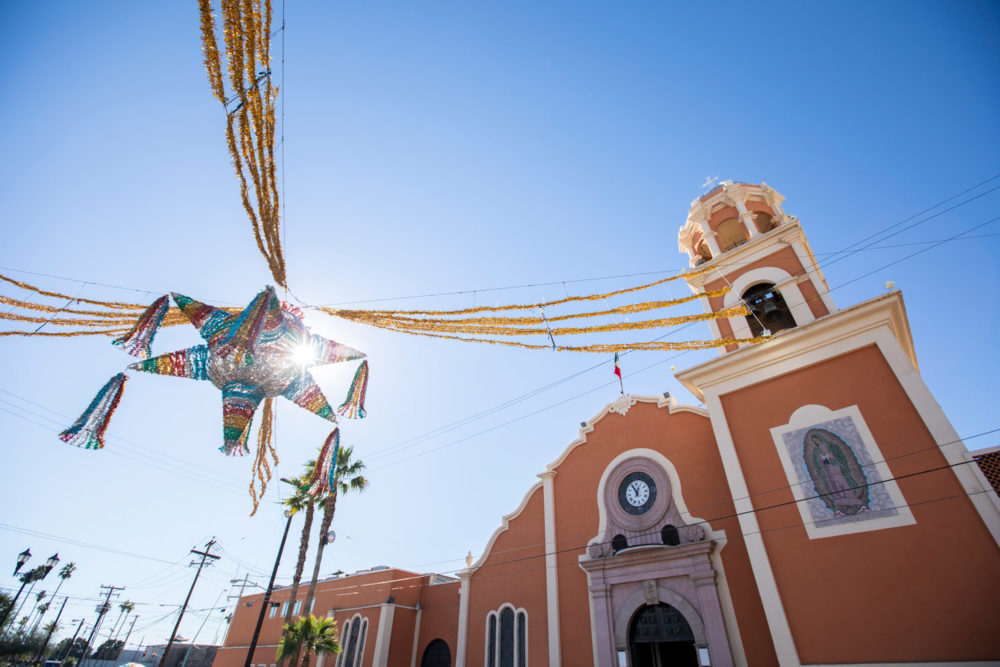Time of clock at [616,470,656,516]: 12:55
